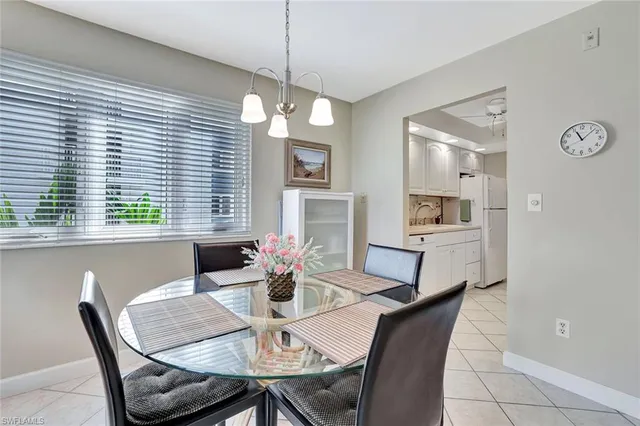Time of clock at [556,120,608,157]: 11:07
